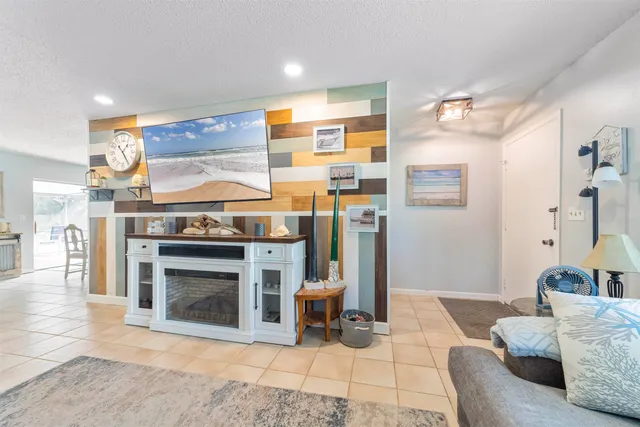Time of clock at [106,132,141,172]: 1:24
